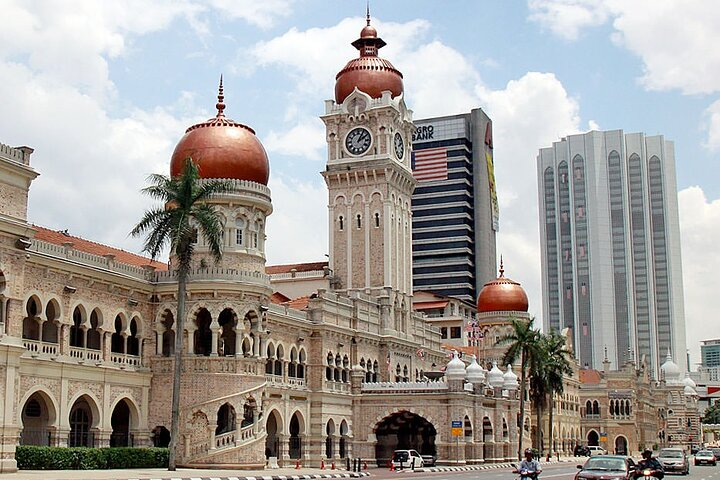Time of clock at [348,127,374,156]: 2:05
